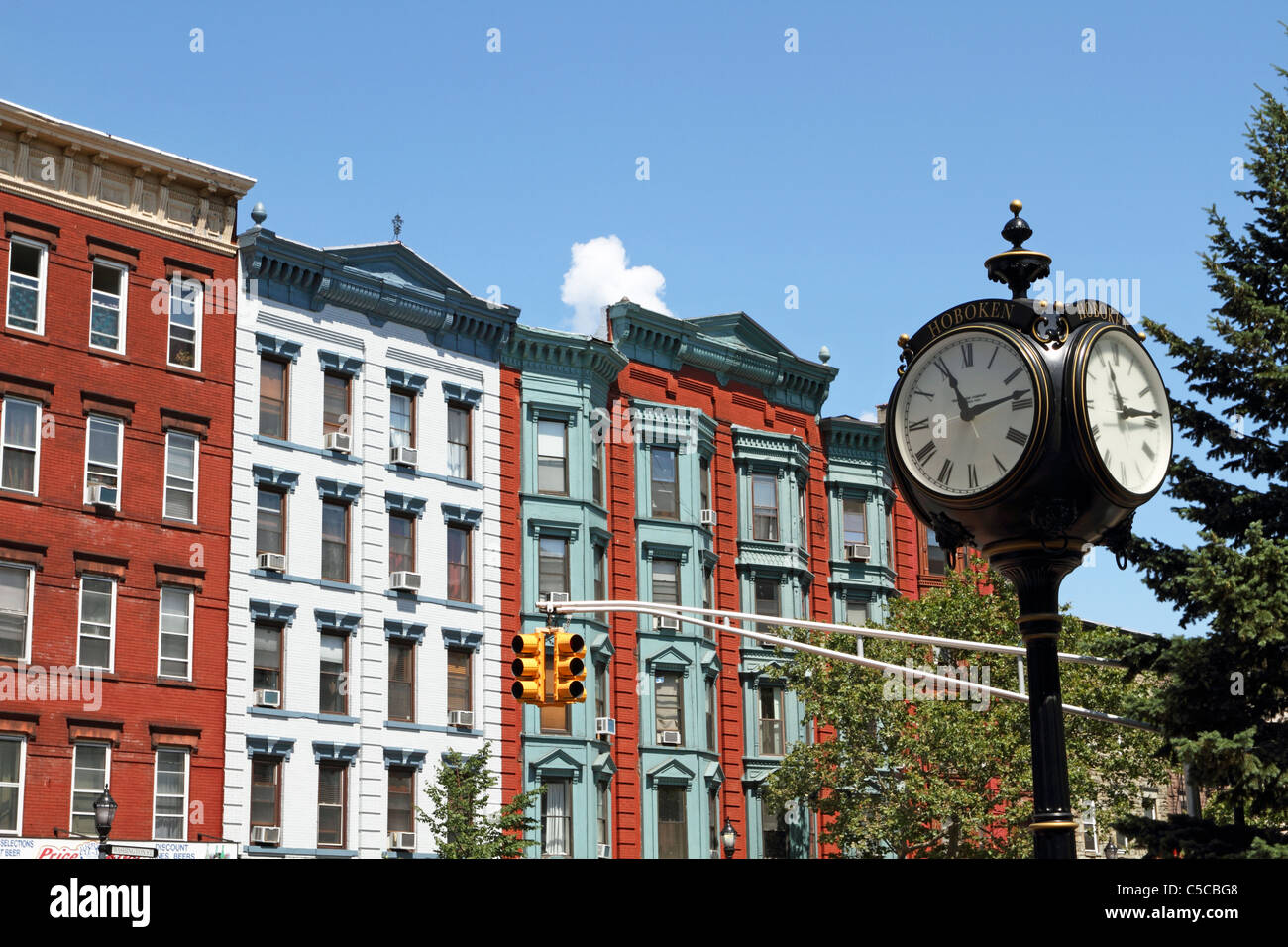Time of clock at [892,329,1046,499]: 11:13
